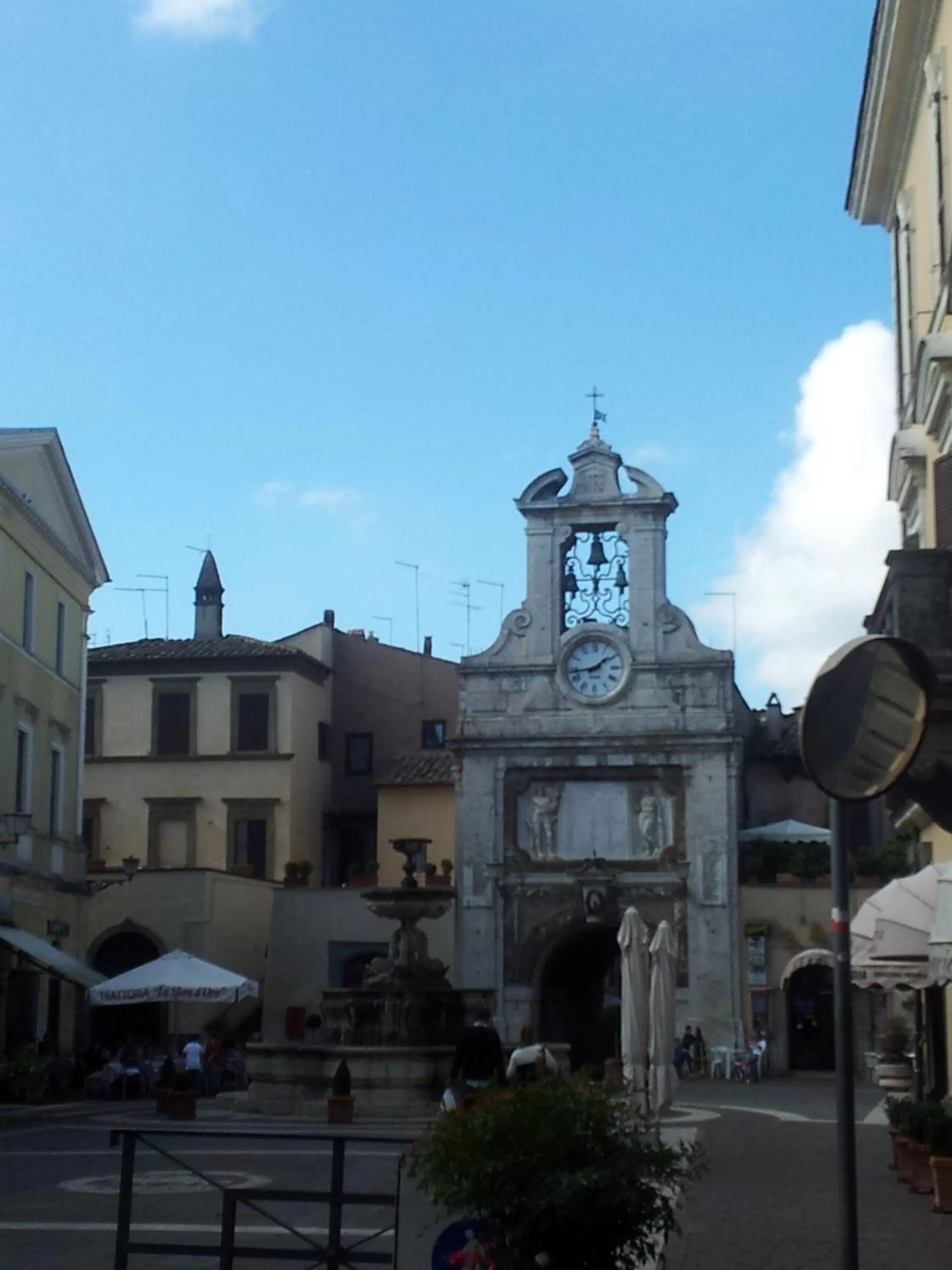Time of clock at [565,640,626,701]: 1:43
